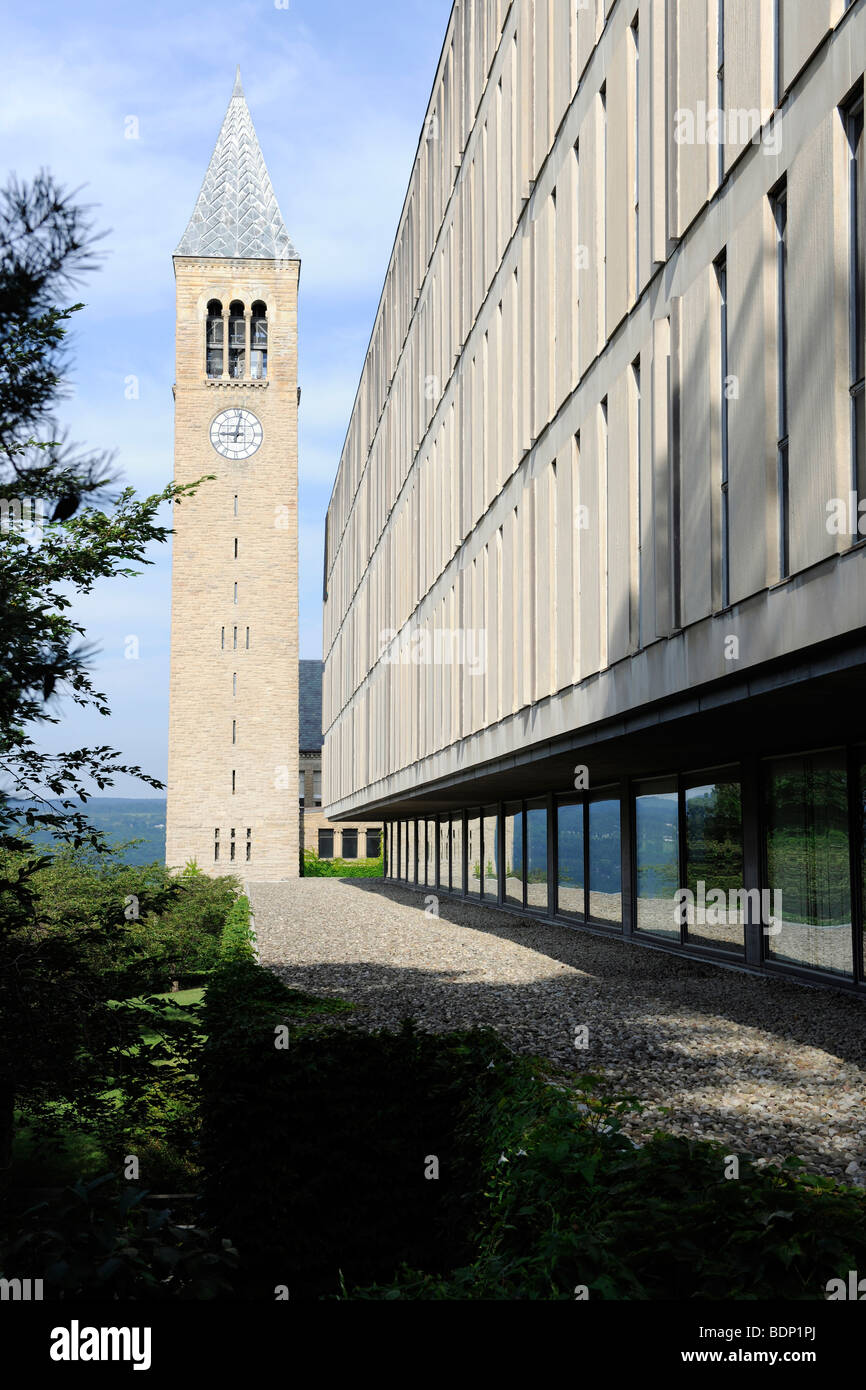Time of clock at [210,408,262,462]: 9:01
